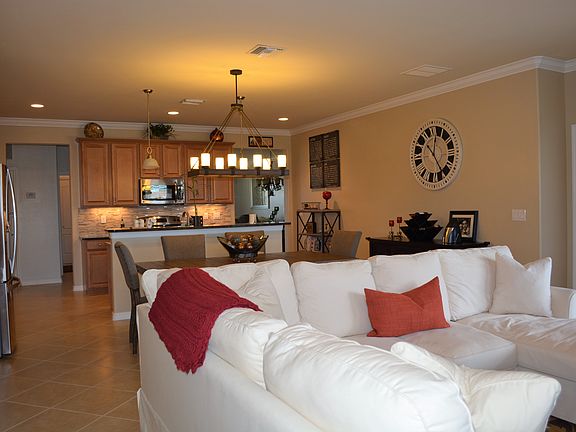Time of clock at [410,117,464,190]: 12:24
